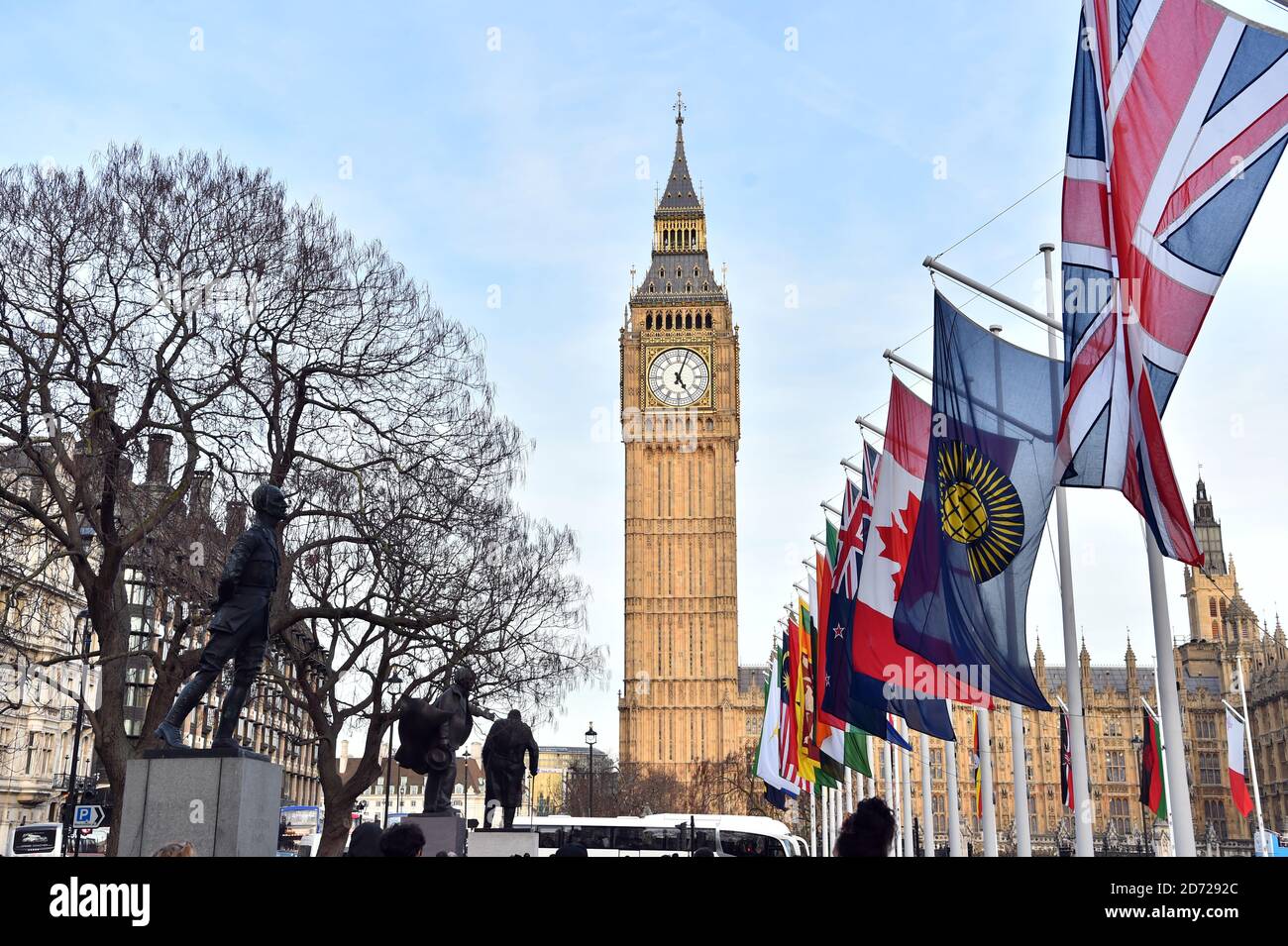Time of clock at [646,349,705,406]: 5:03
